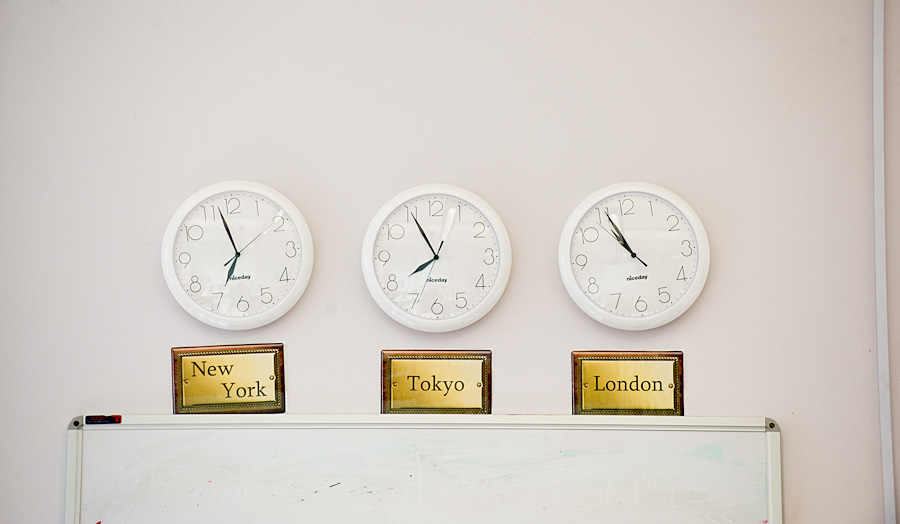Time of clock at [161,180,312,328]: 6:57
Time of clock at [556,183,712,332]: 10:55
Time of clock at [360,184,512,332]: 7:55
